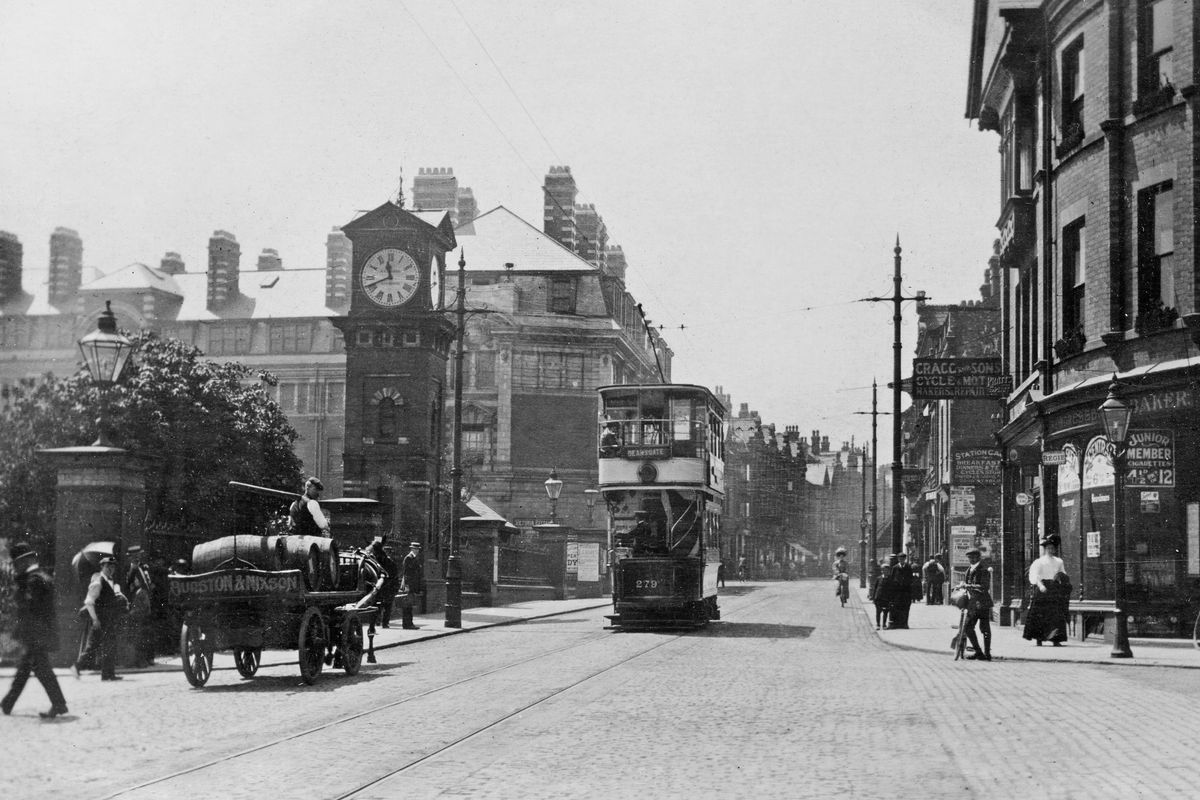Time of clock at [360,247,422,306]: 11:41
